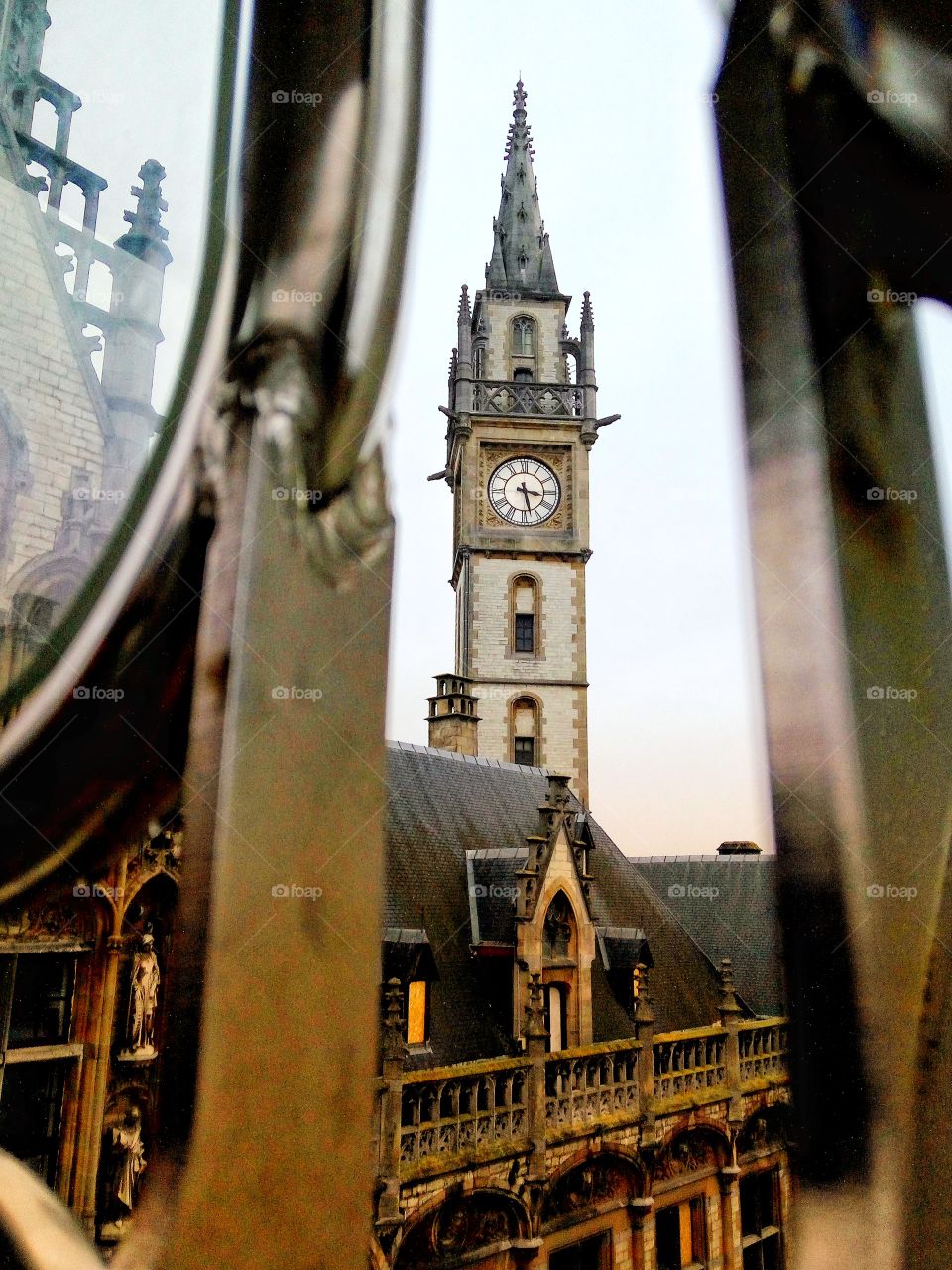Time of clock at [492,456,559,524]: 3:27
